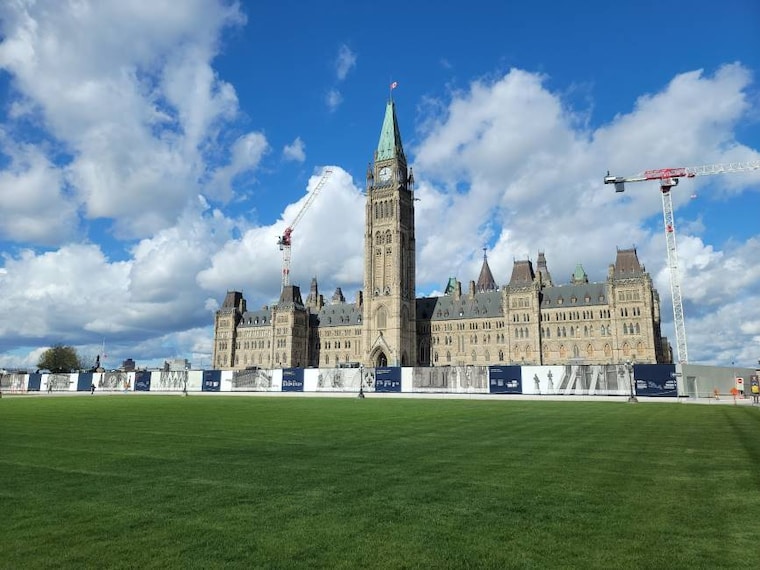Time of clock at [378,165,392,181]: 11:44
